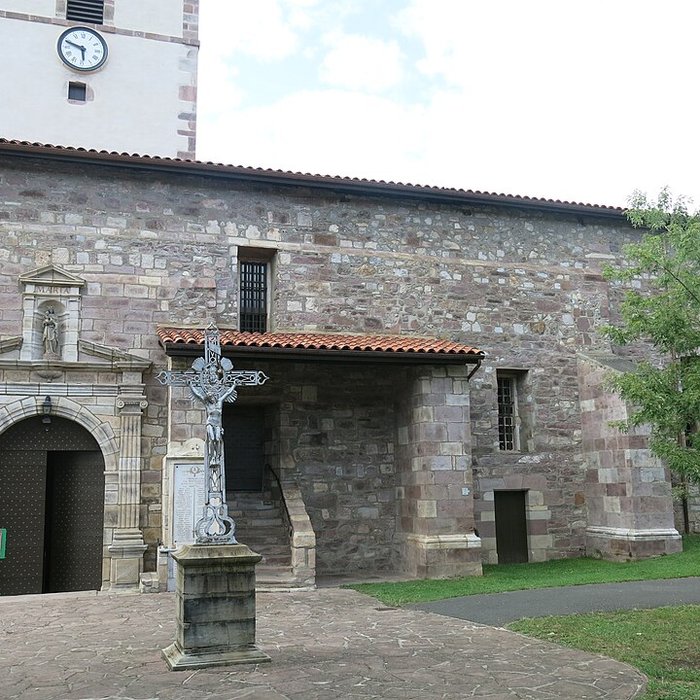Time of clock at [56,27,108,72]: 5:48
